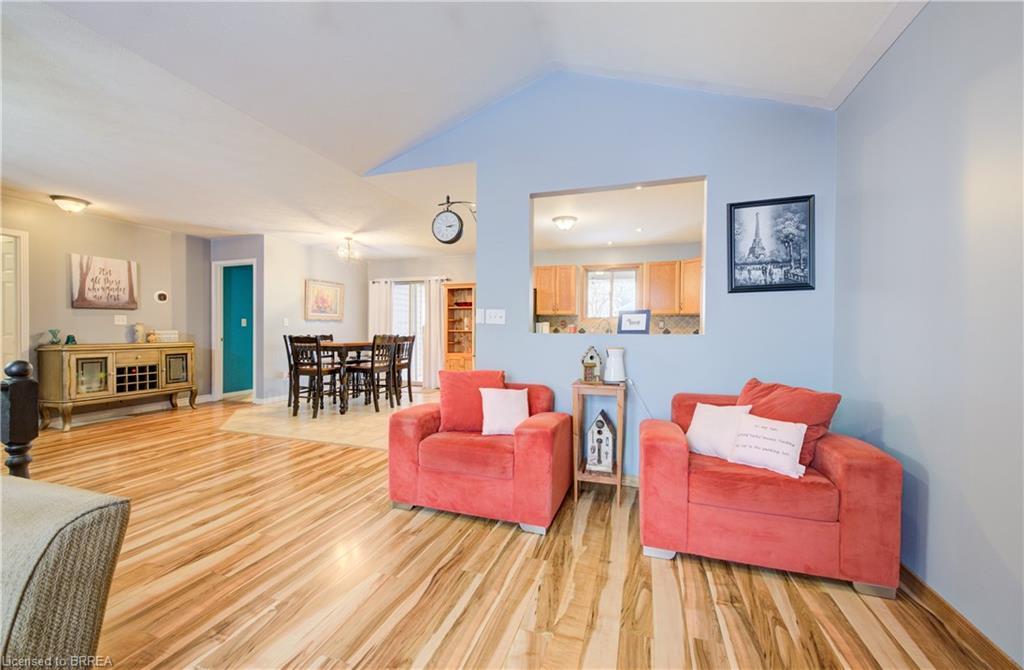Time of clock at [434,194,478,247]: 3:13
